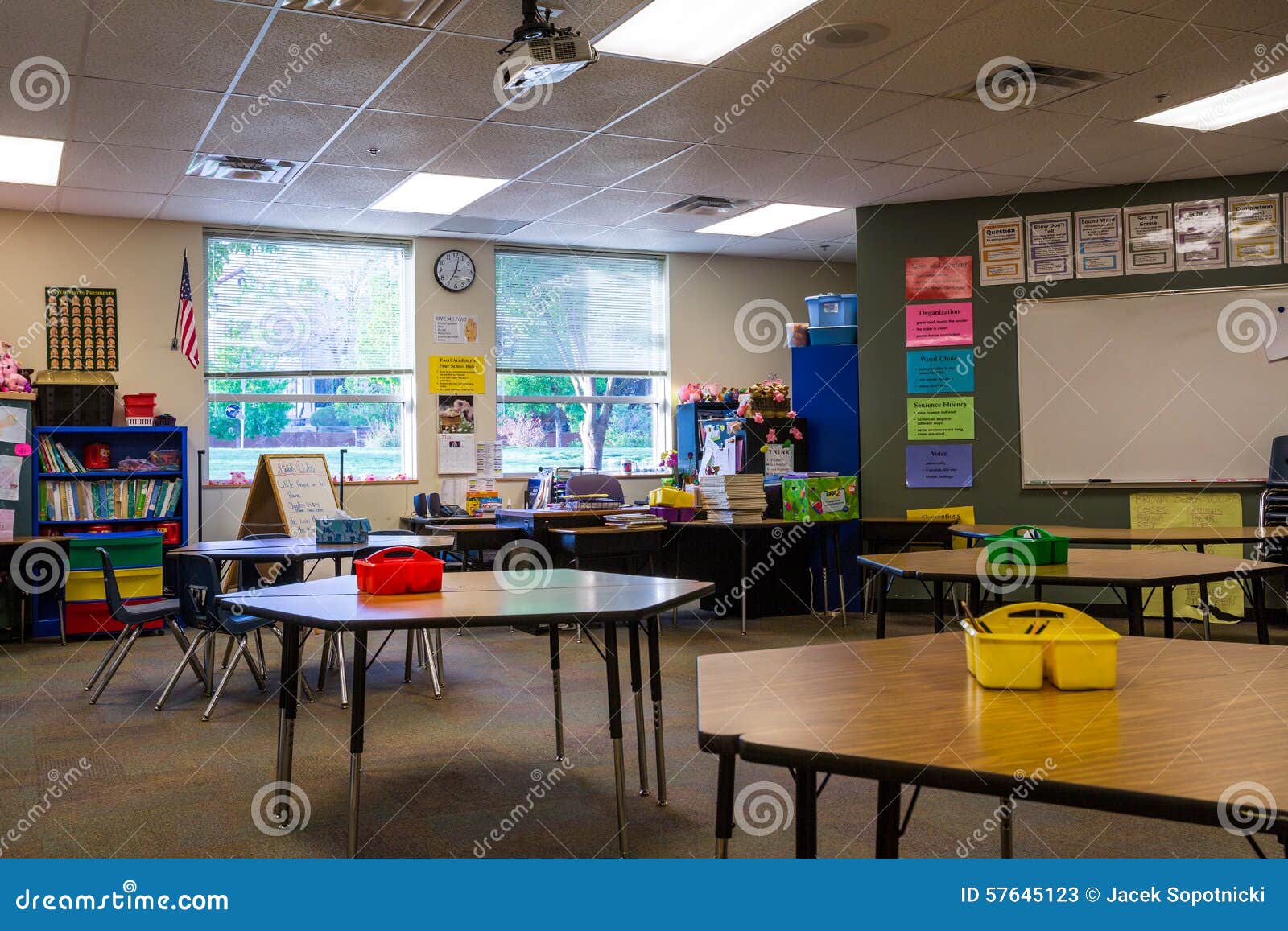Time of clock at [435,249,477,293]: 7:02
